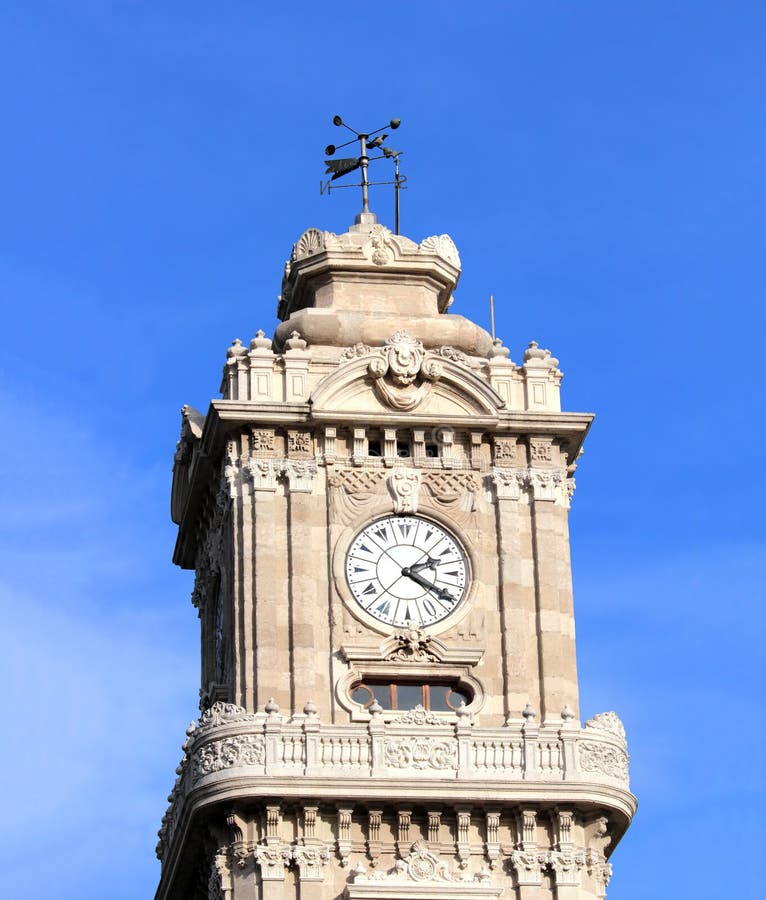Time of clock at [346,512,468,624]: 2:20
